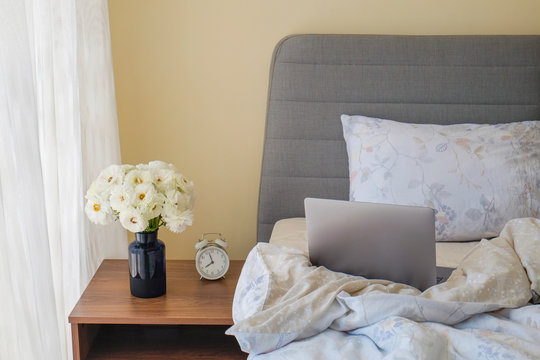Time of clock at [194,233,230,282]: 7:57
